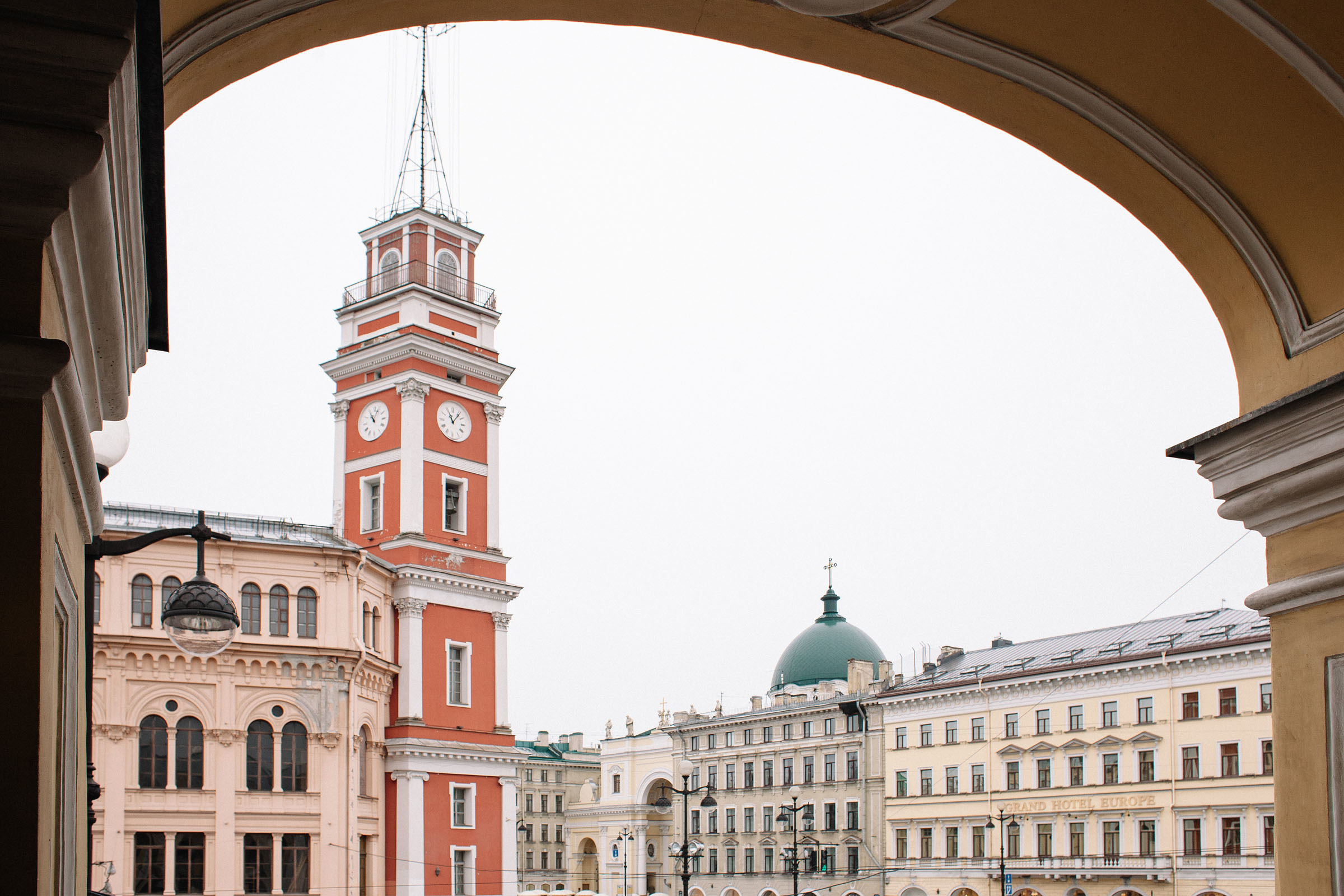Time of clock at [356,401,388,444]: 11:04
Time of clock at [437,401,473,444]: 11:06
